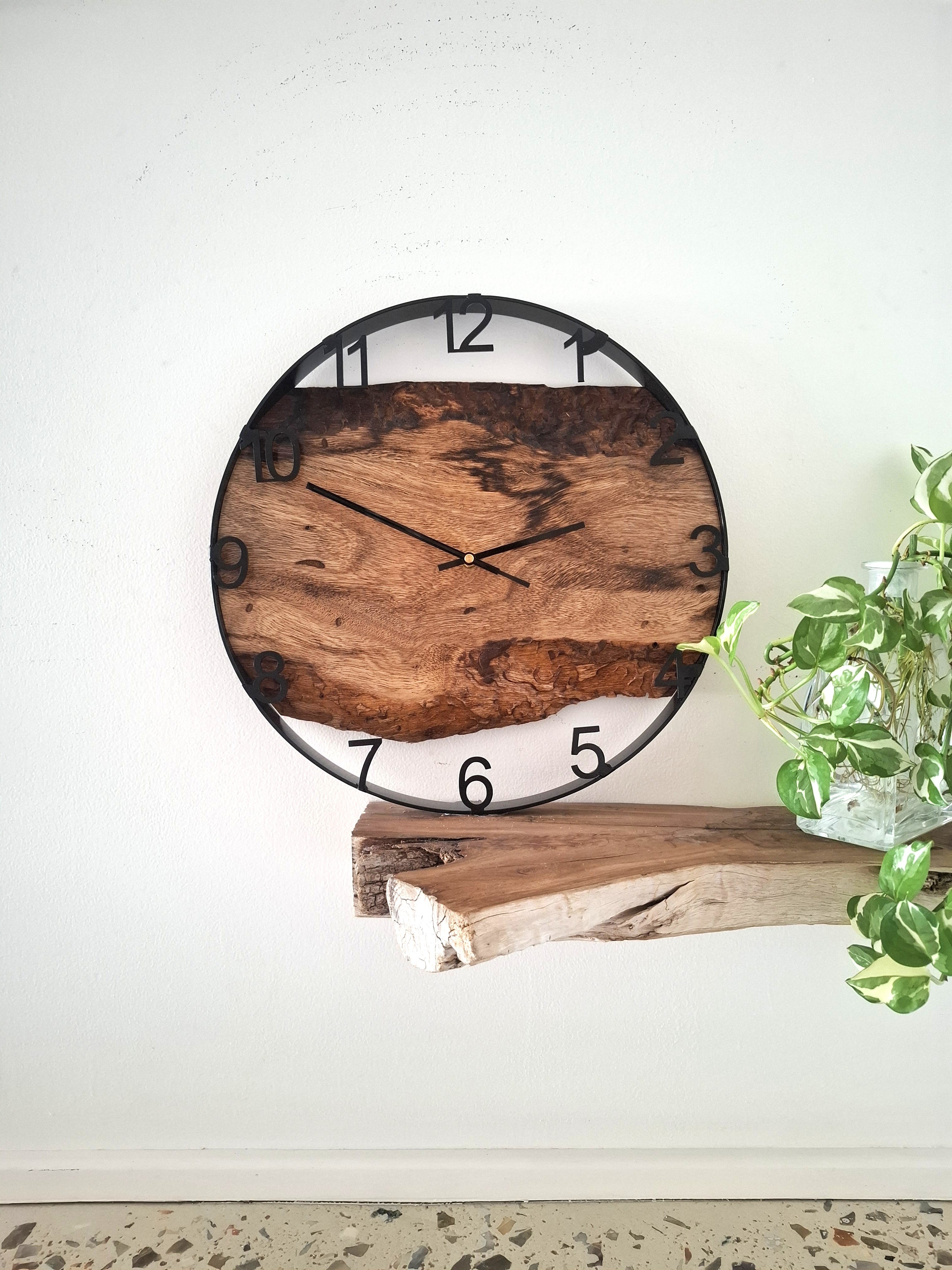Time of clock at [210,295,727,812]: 1:49
